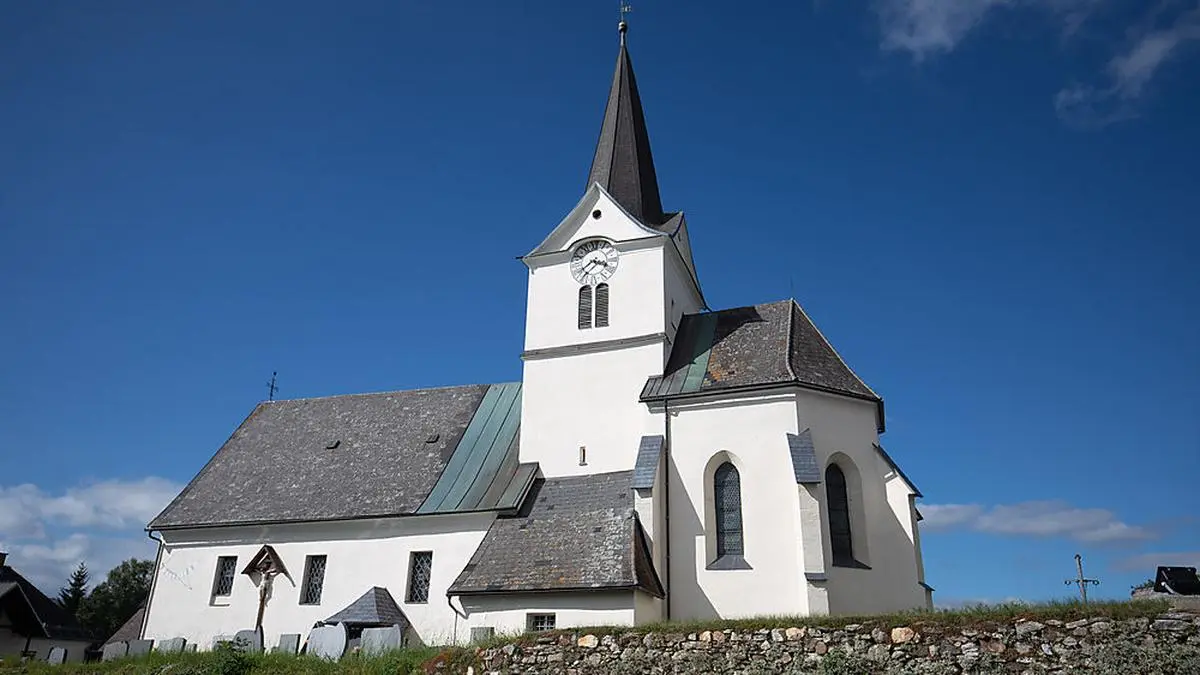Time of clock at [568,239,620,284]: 3:37
